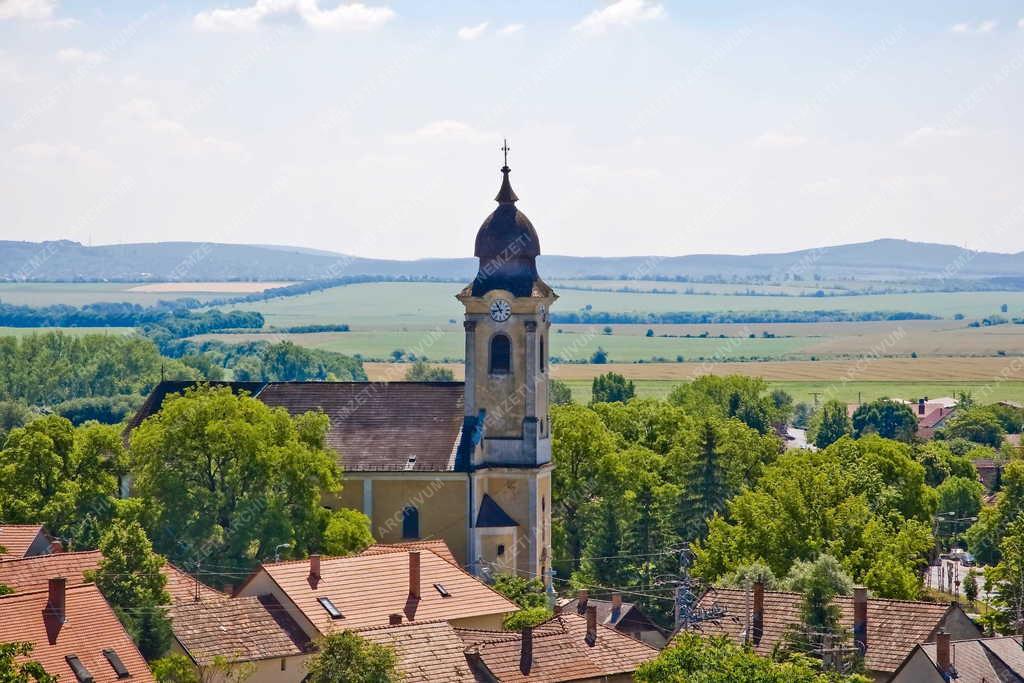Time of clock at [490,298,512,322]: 10:42
